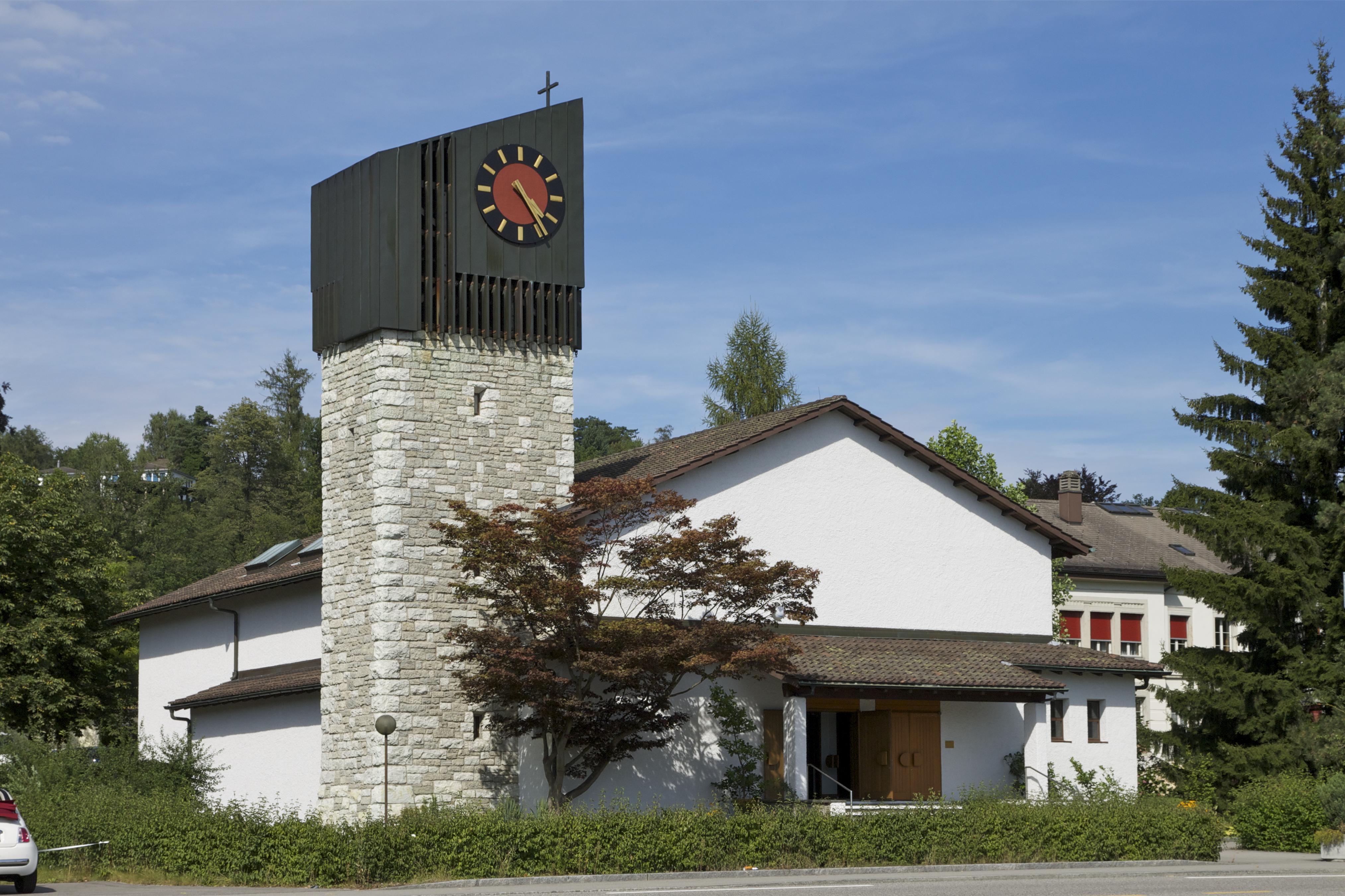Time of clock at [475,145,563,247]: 4:23
